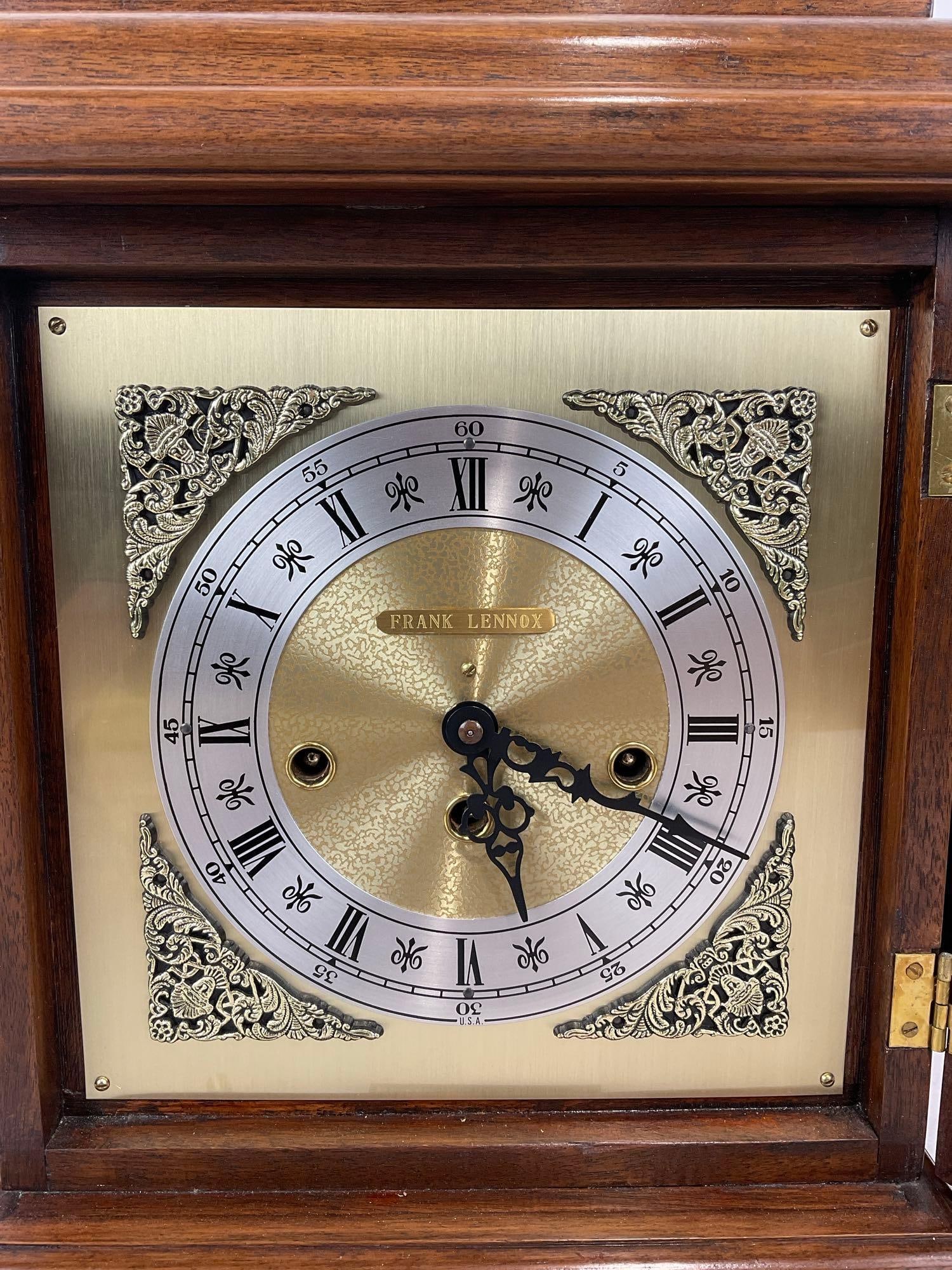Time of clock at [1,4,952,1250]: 5:18
